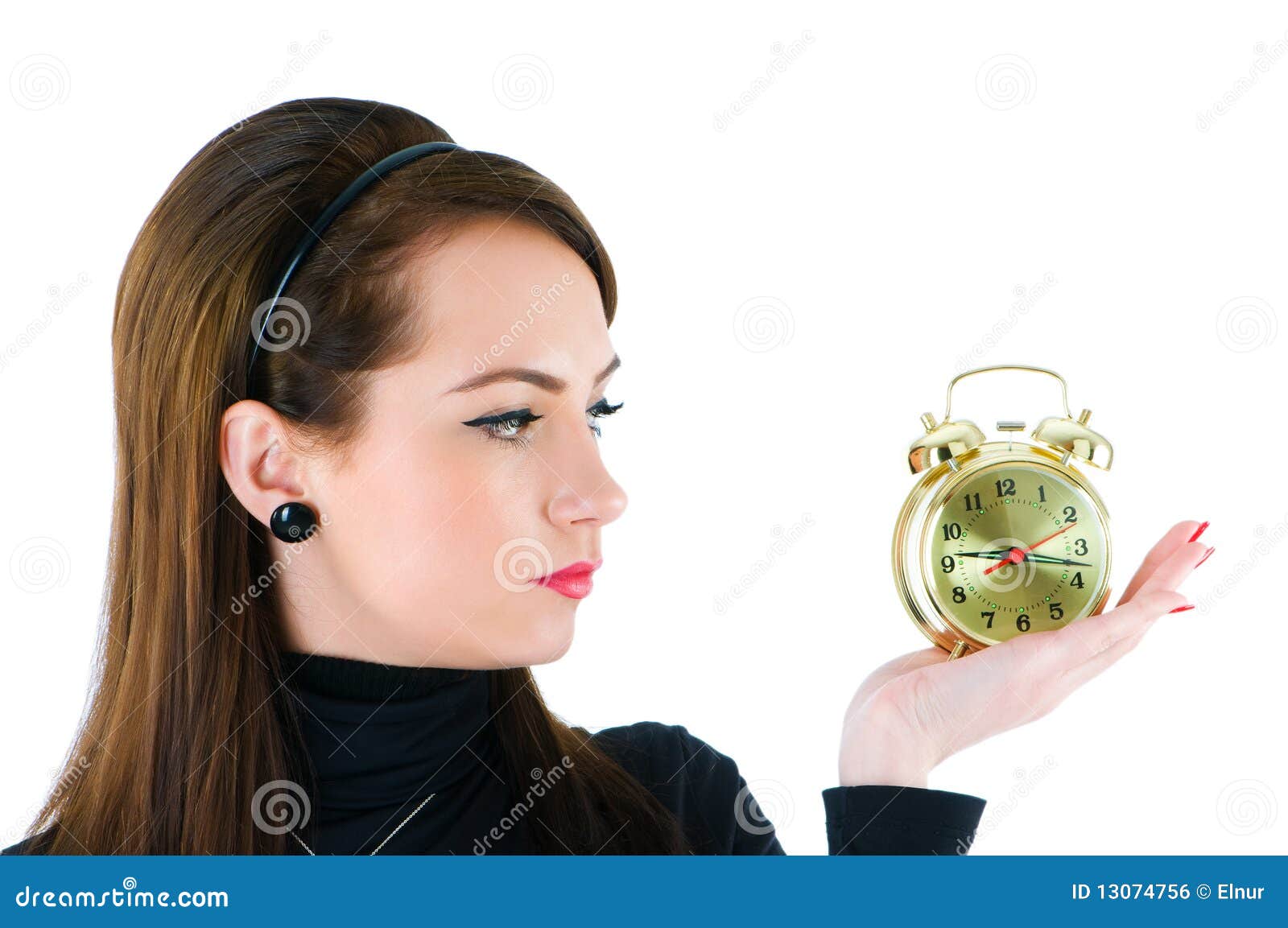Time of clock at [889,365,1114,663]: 9:17
